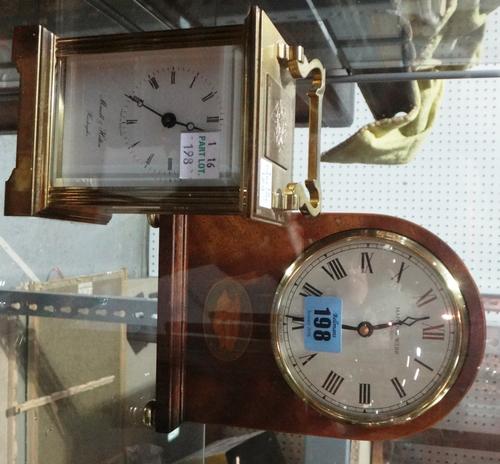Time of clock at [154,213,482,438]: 9:13
